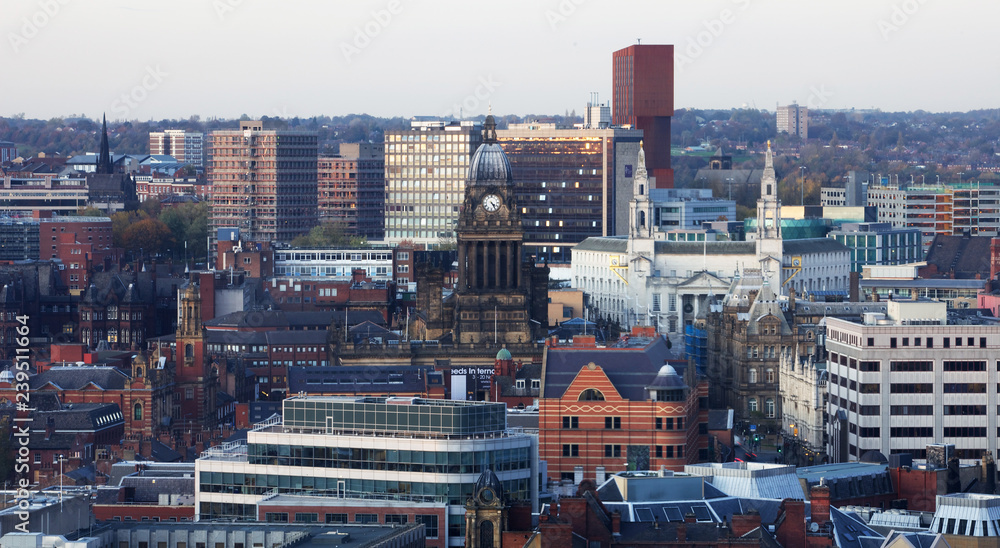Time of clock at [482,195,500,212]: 4:24
